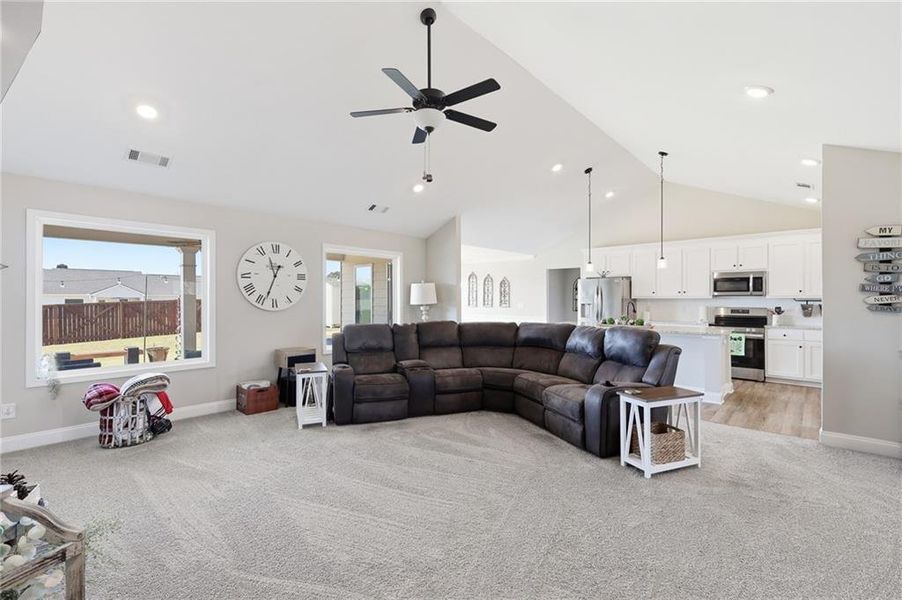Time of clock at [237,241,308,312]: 11:33
